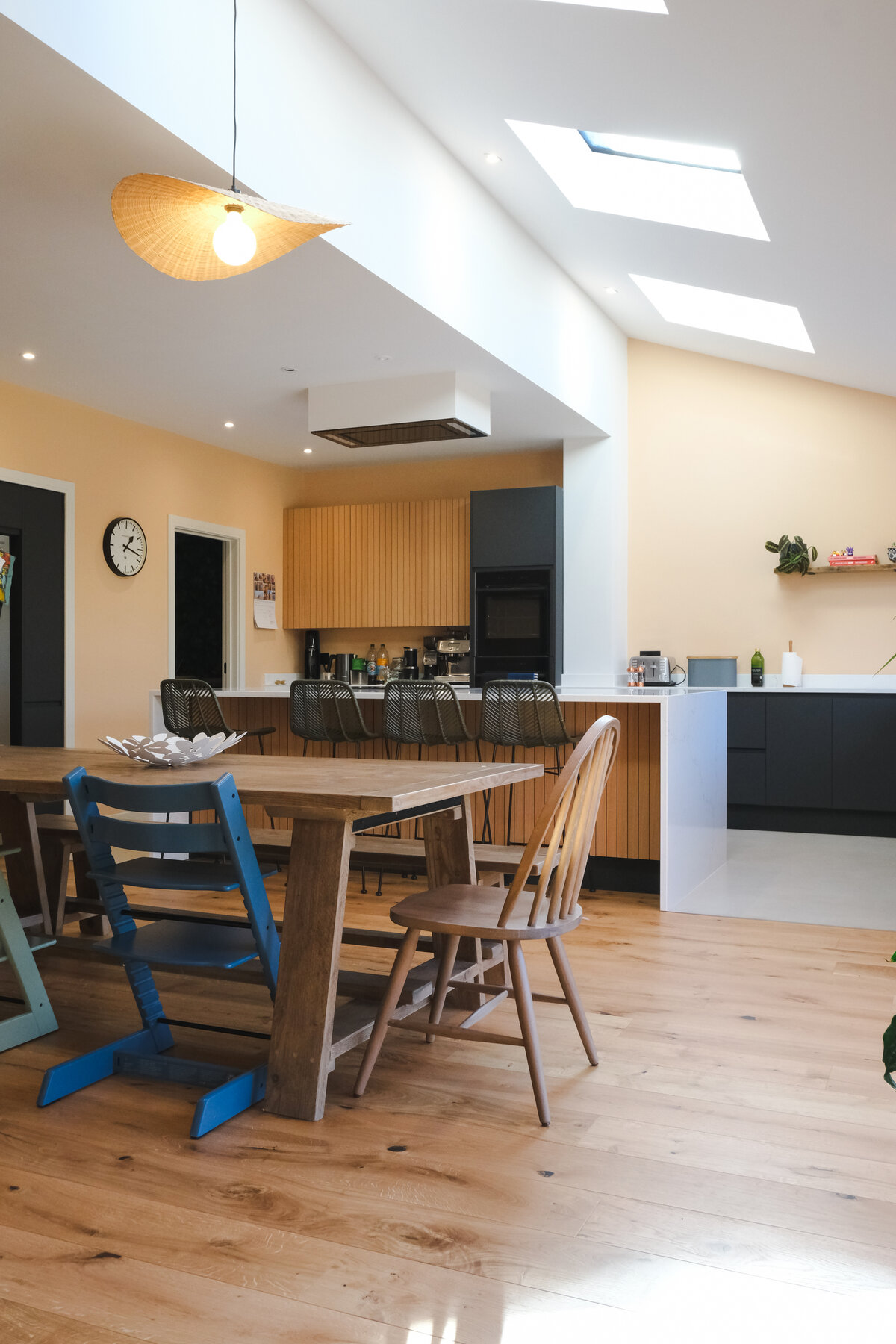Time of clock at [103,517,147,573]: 1:17
